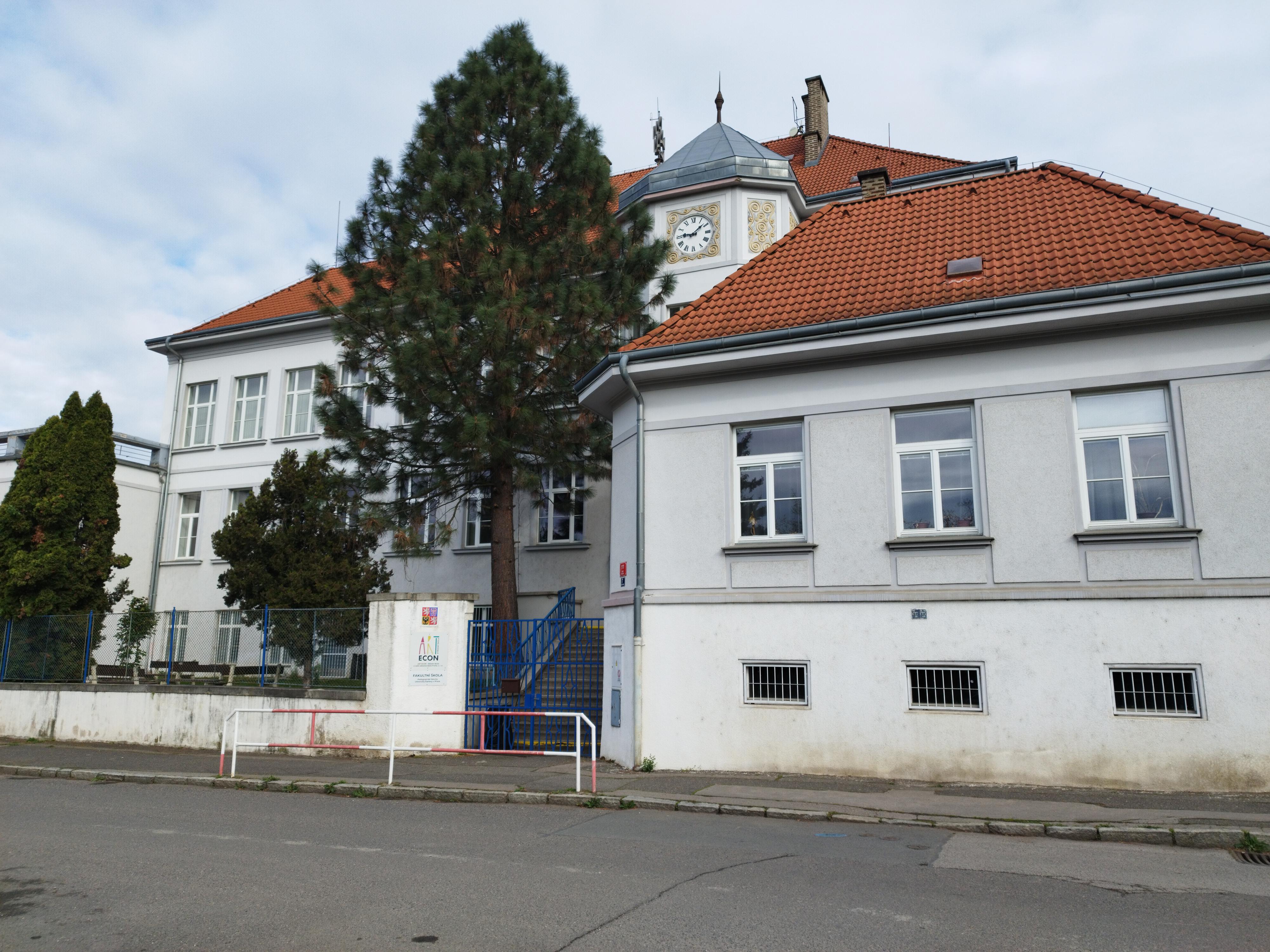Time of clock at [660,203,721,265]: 9:08
